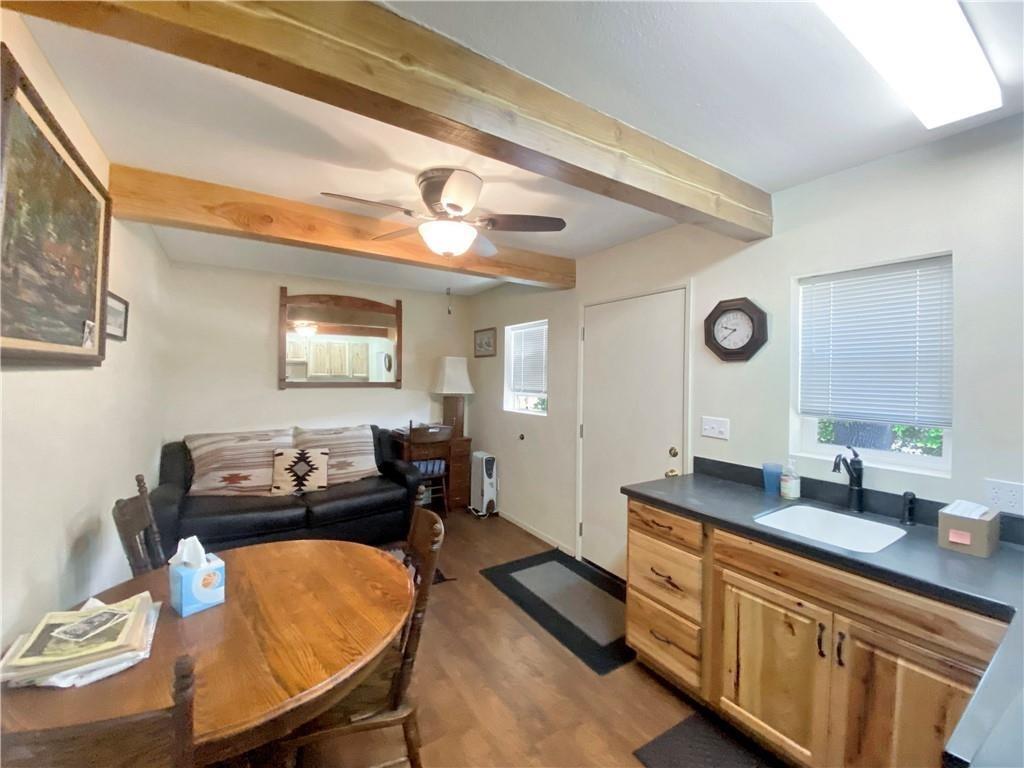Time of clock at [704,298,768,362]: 9:39
